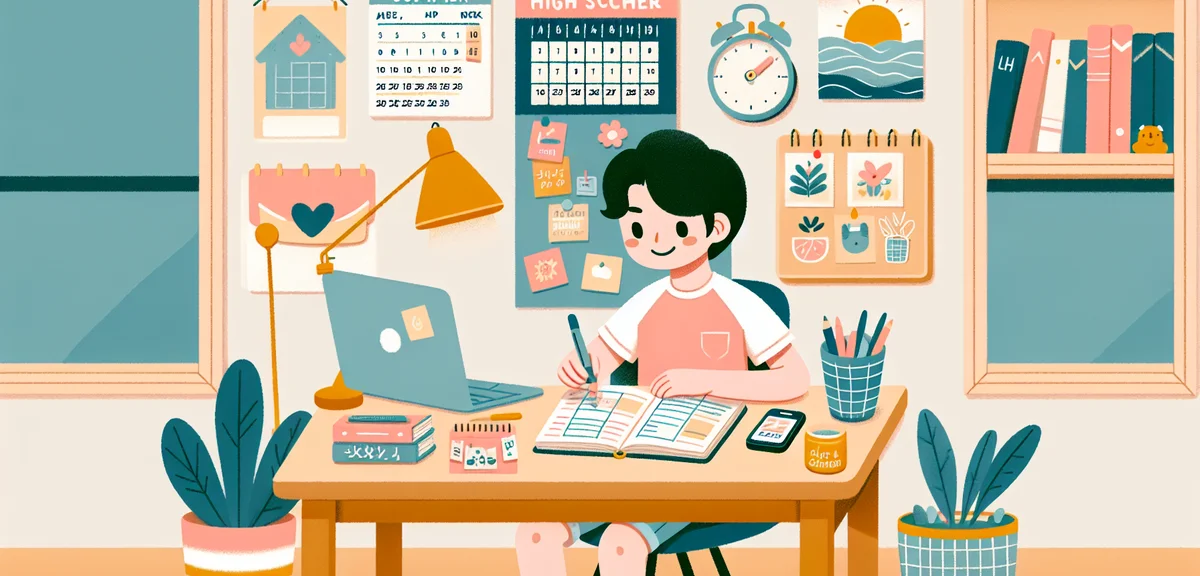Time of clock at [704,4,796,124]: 2:08
